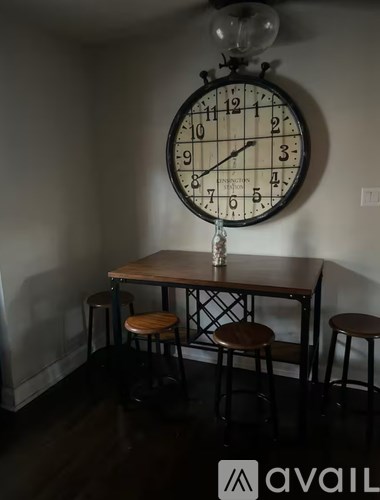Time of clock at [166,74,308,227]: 8:01
